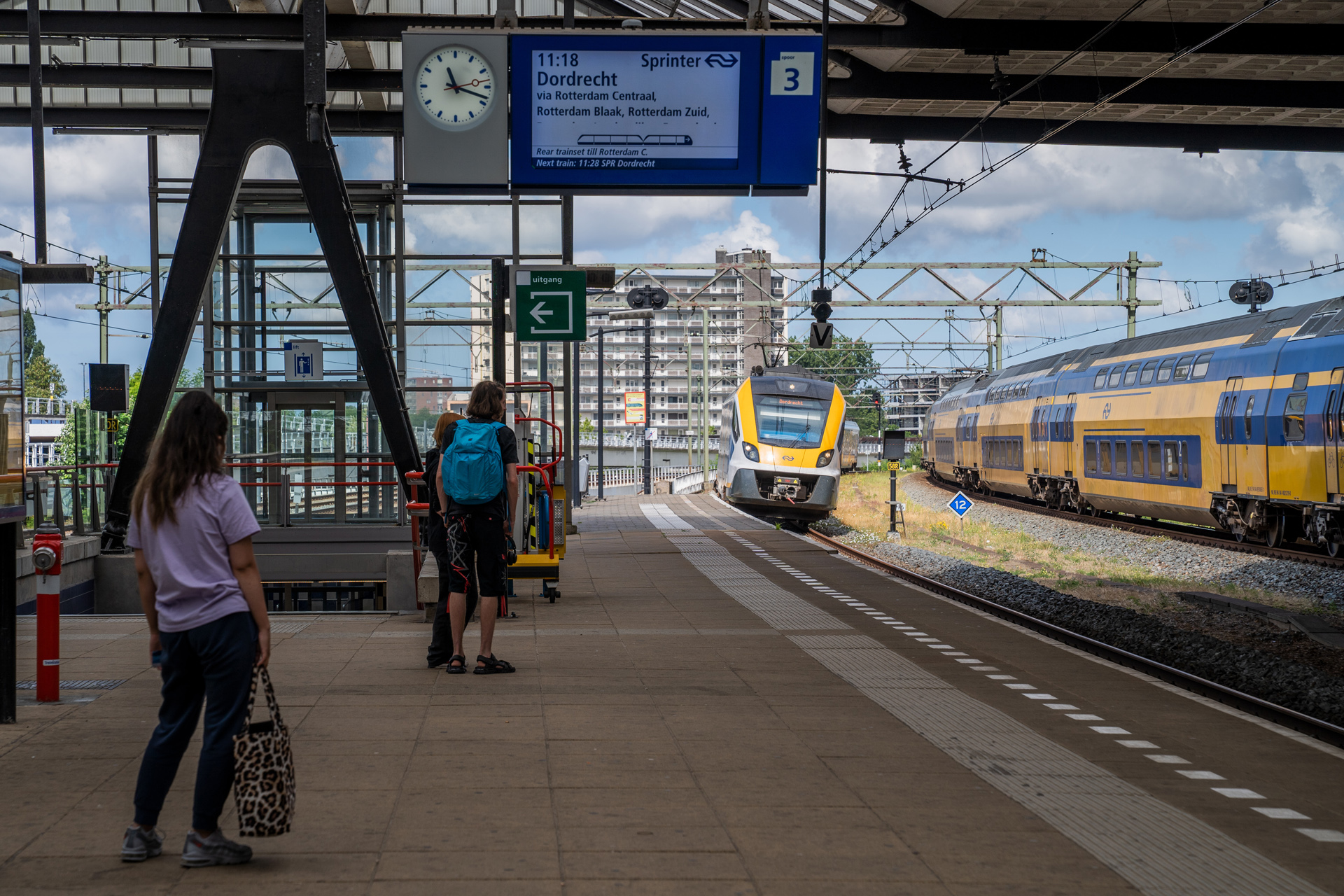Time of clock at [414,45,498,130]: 11:18
